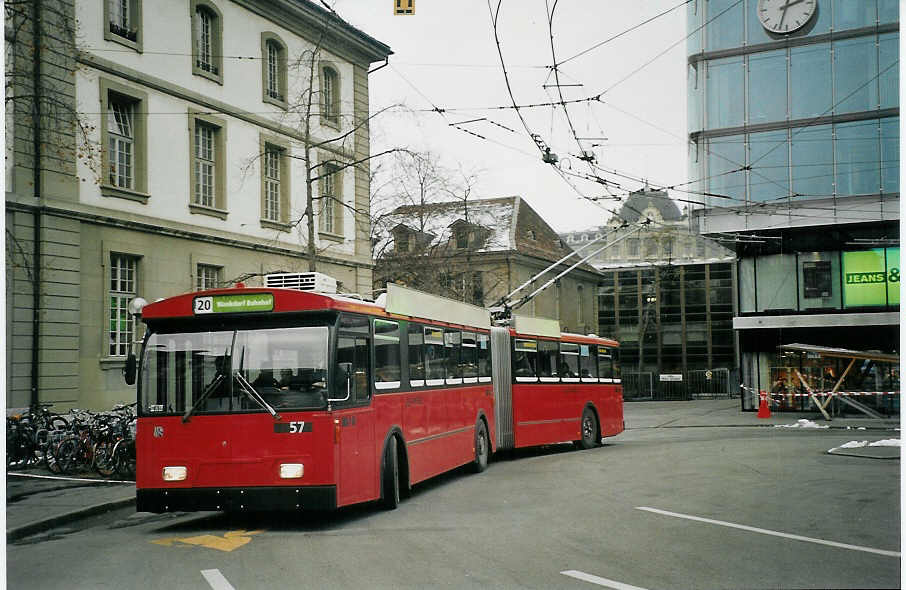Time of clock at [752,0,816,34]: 2:32
